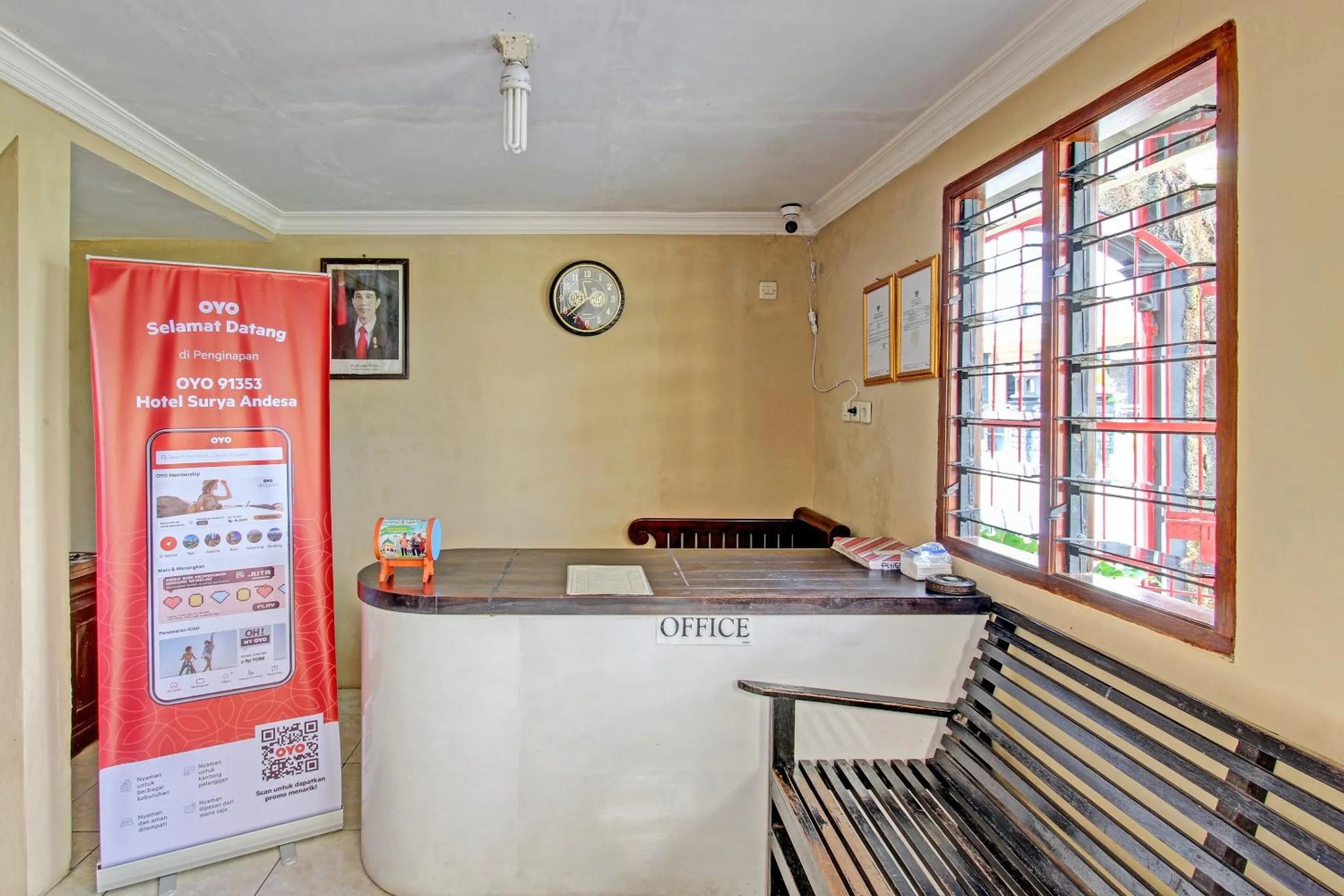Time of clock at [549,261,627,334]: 11:37
